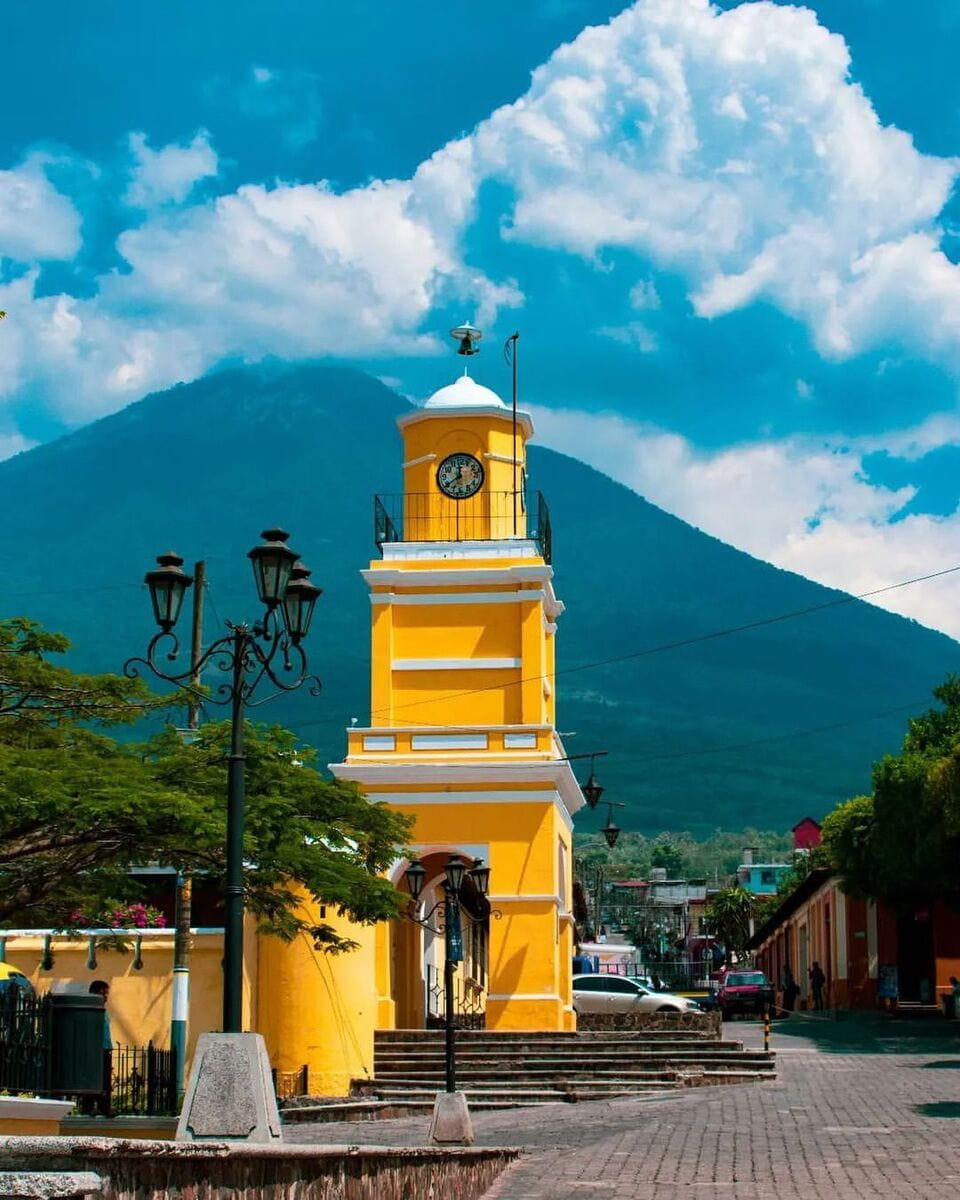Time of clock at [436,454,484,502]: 11:39
